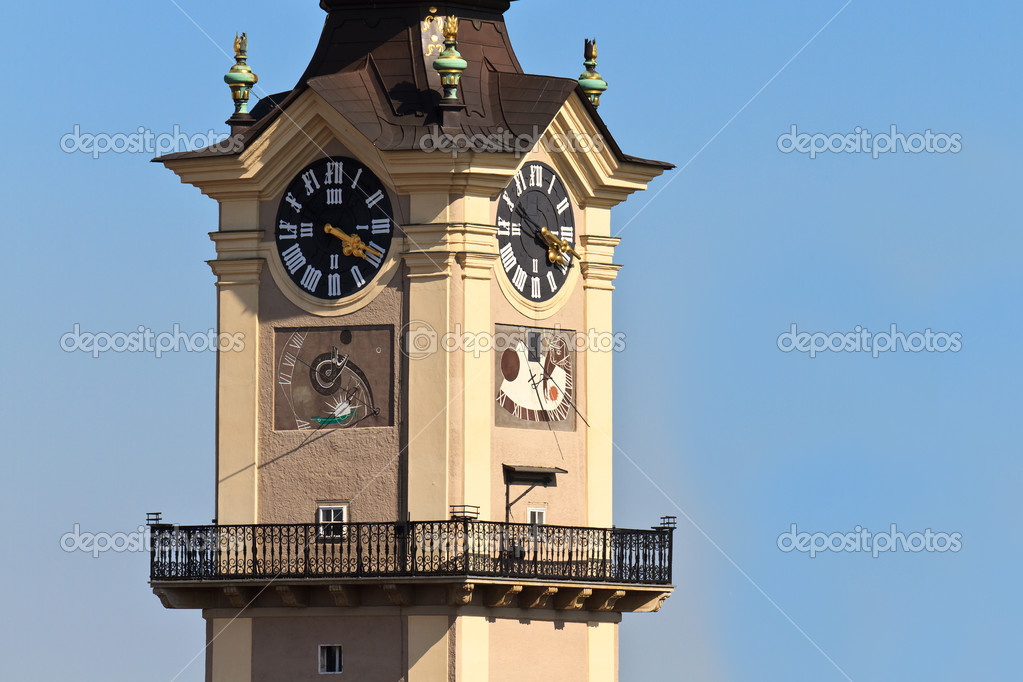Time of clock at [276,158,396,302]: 4:20
